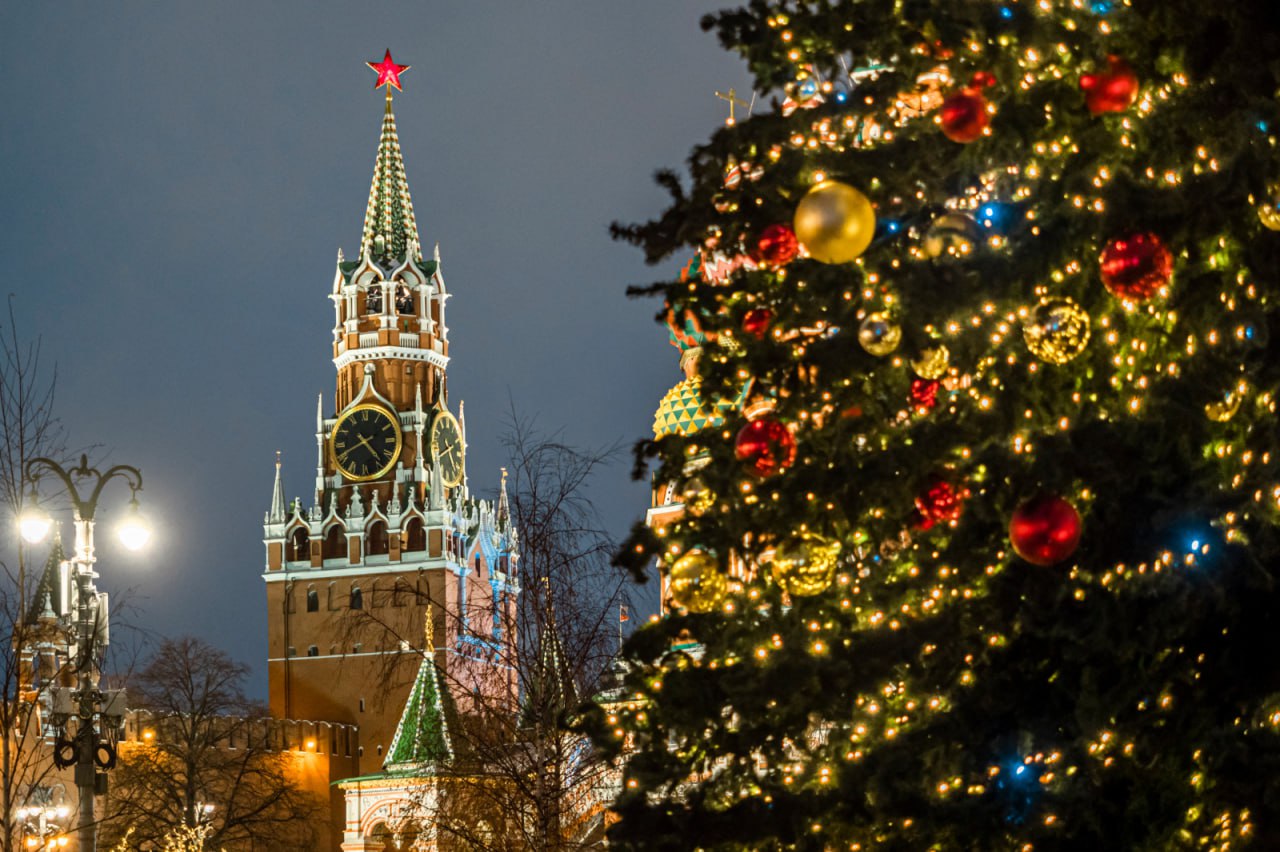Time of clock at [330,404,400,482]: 4:40
